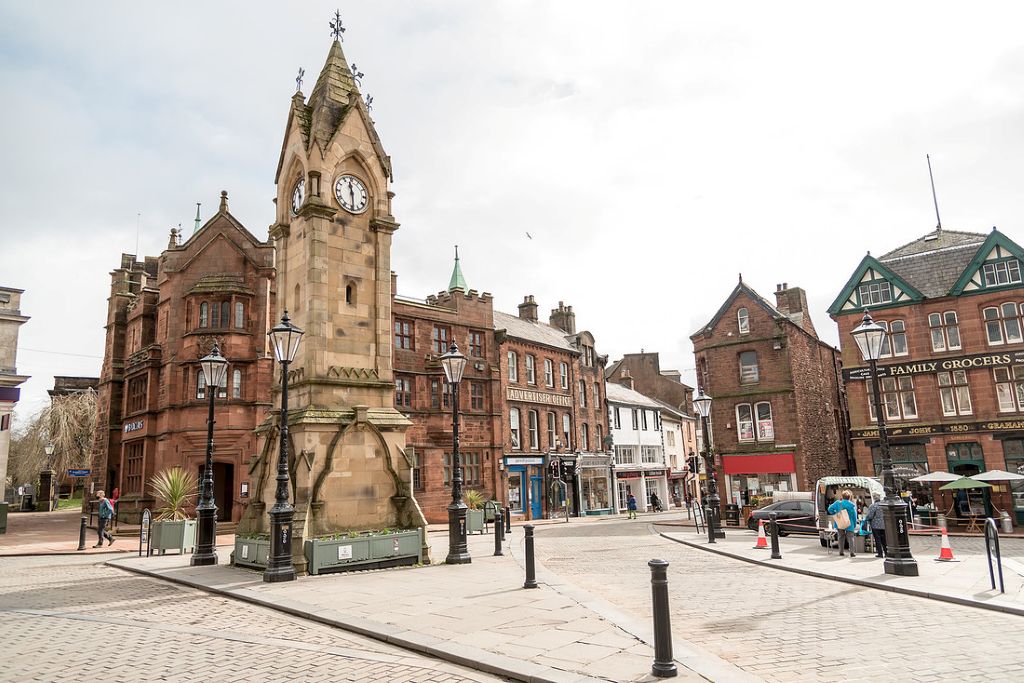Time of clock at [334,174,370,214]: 11:29
